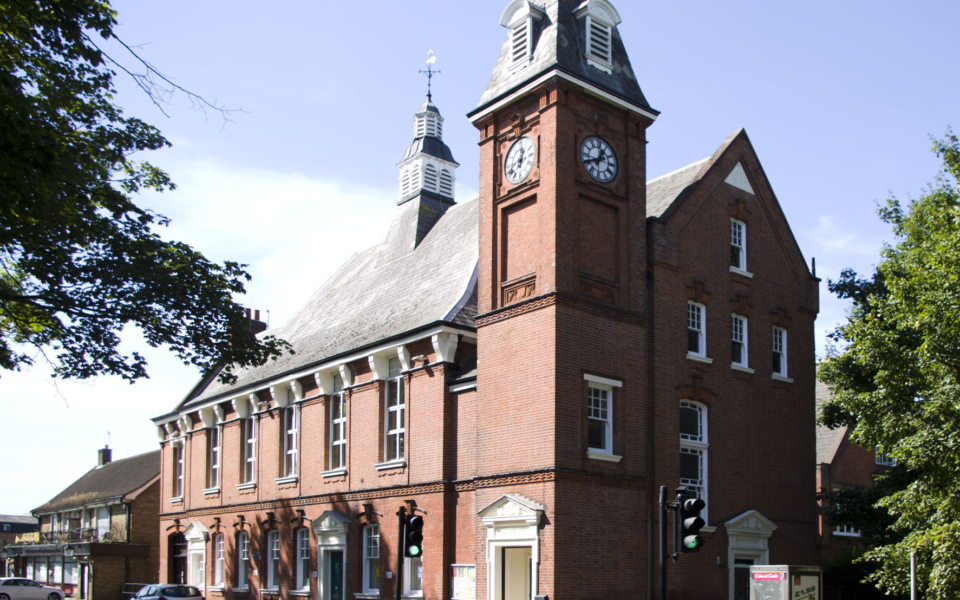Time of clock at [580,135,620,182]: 12:40
